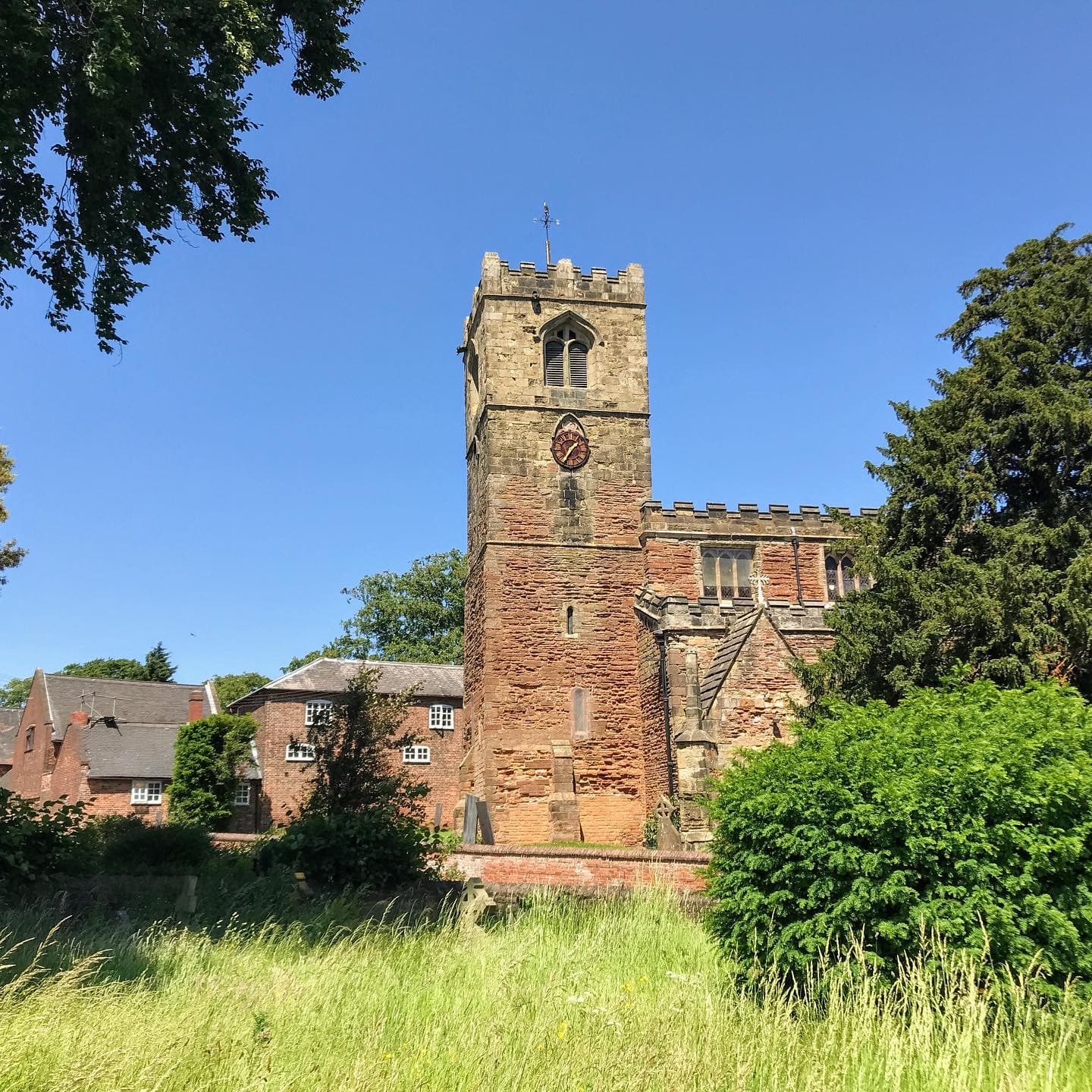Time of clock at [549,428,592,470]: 1:35
